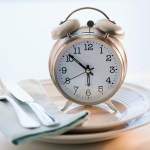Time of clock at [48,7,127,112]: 5:51
